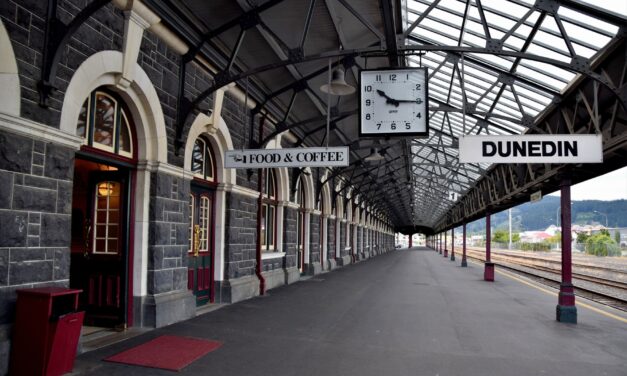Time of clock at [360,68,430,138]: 10:15
